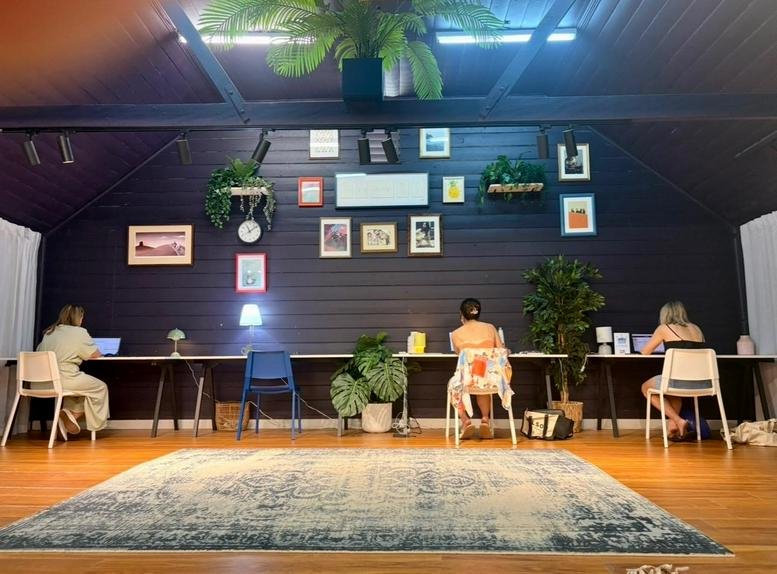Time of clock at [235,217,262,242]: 11:09
